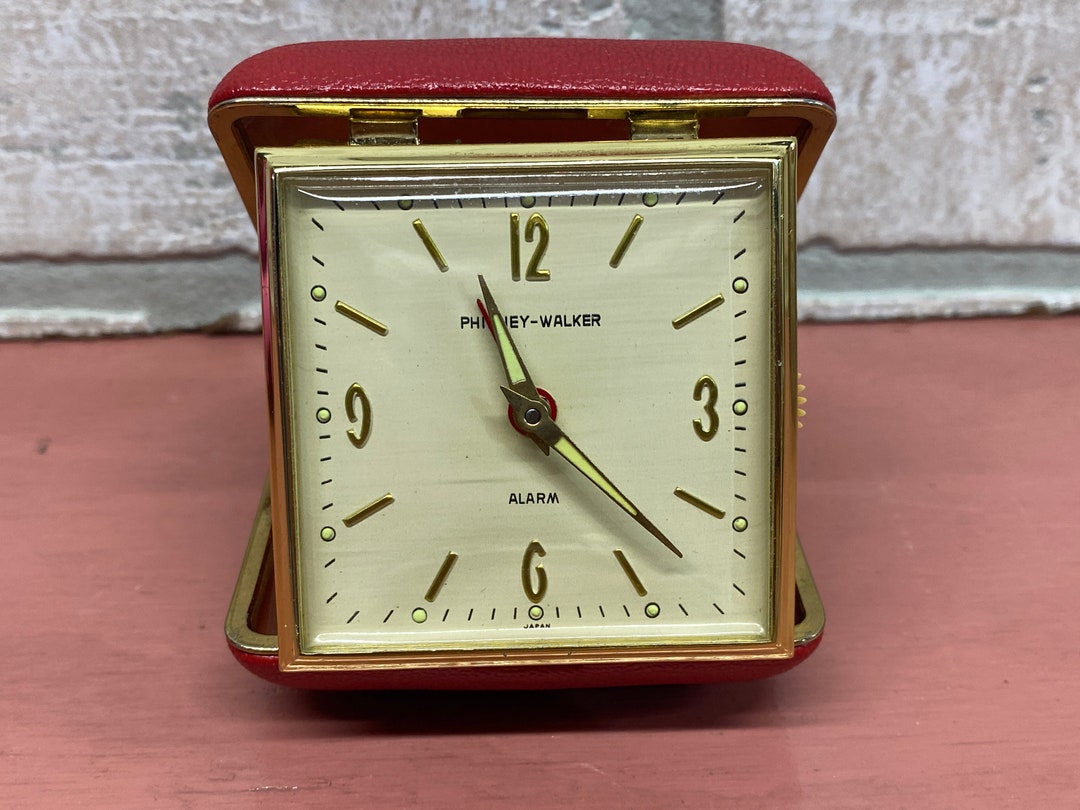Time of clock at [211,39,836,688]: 11:22
